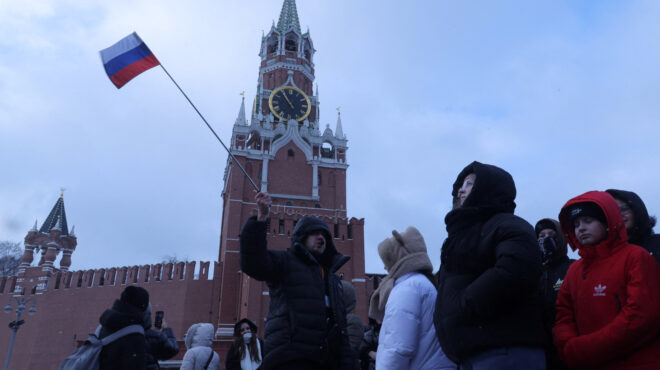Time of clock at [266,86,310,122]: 10:54
